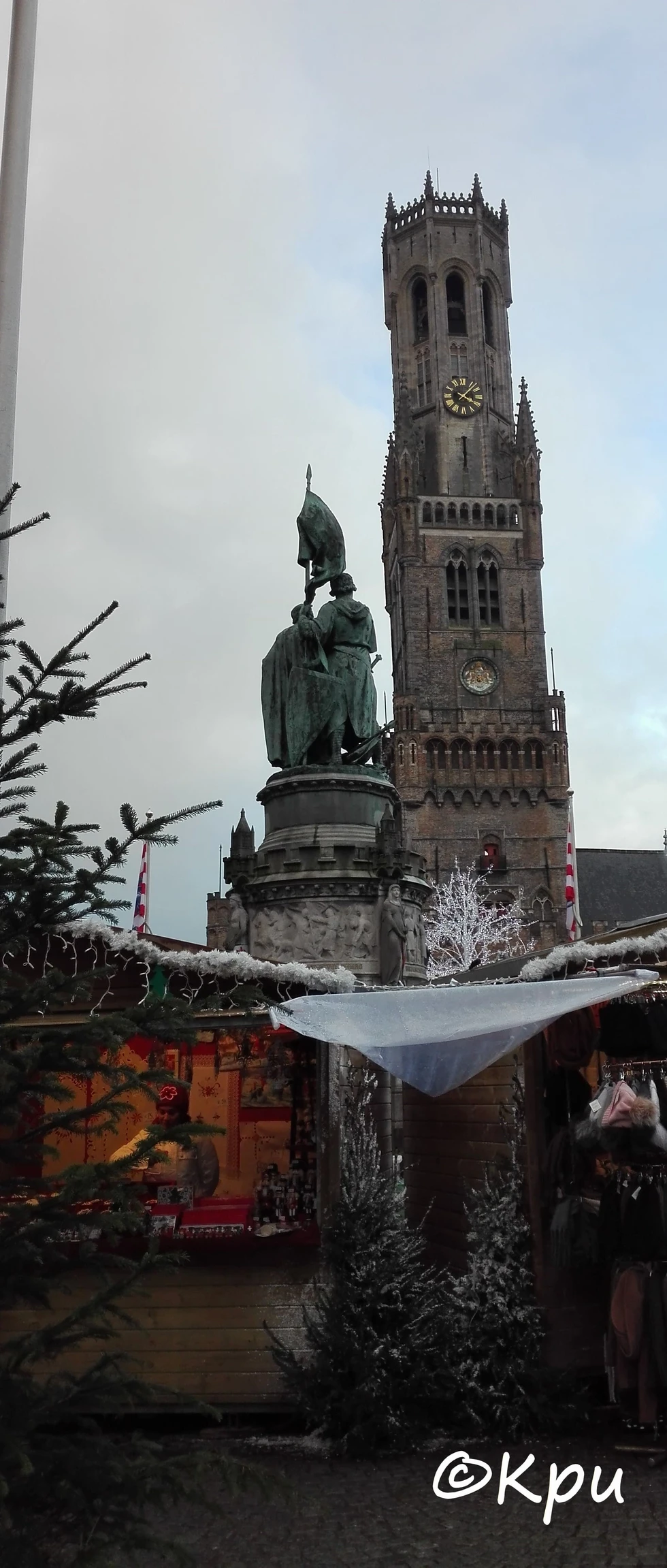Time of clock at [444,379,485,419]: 4:07
